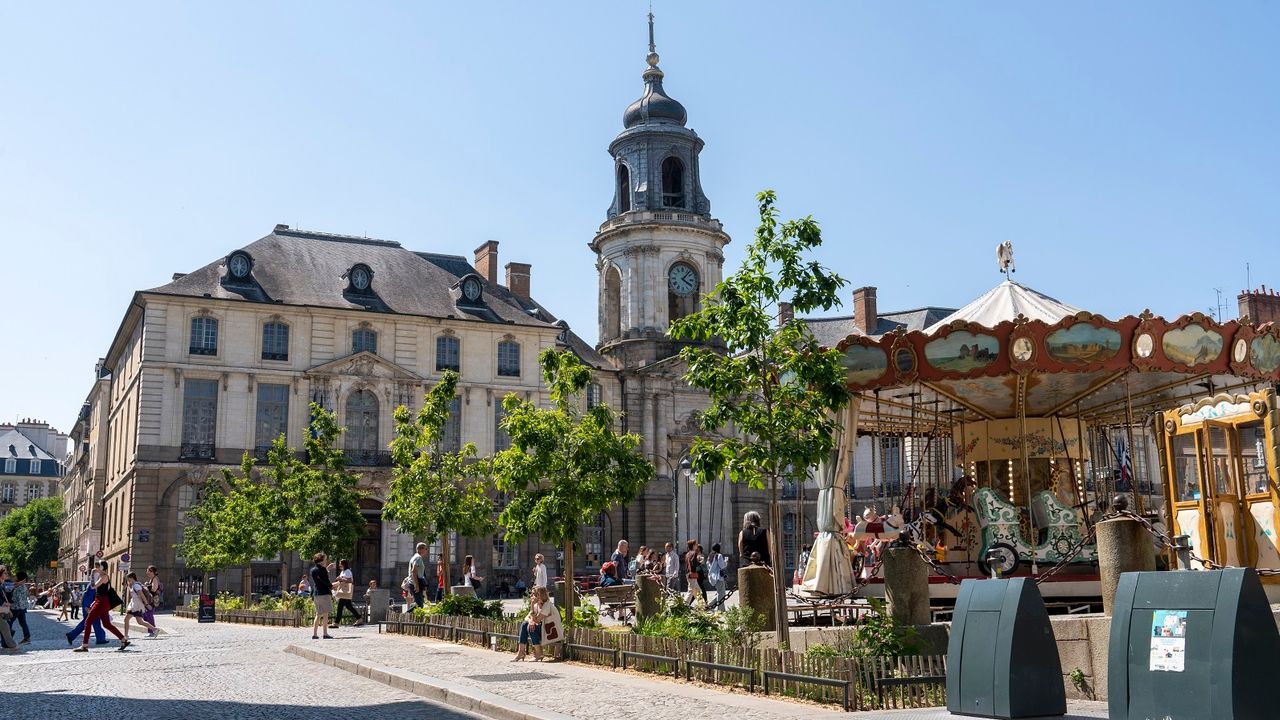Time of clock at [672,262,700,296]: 4:07
